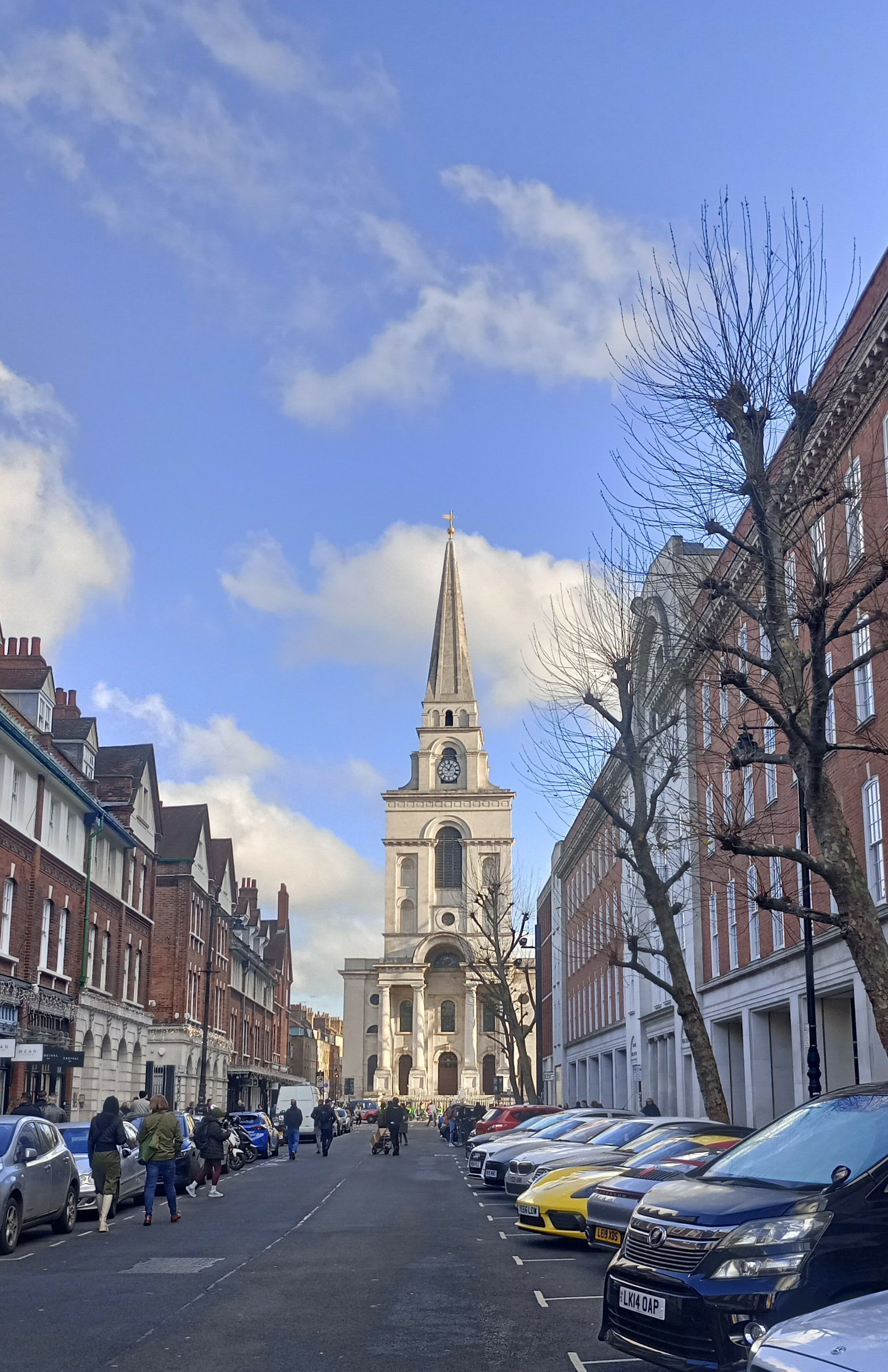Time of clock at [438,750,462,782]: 12:52
